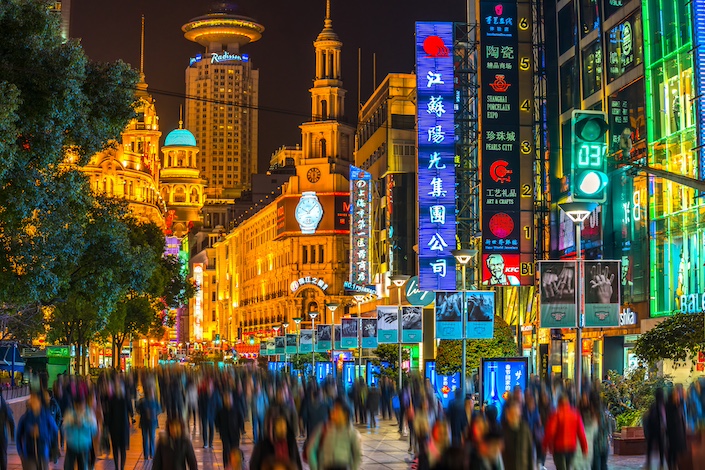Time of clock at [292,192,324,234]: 10:07
